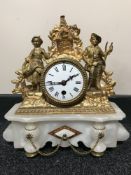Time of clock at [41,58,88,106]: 1:43
